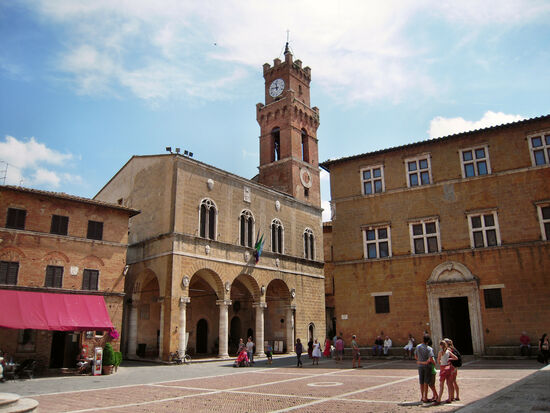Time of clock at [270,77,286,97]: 11:46
